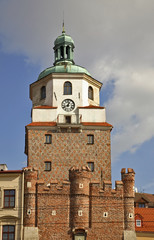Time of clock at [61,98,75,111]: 12:41
